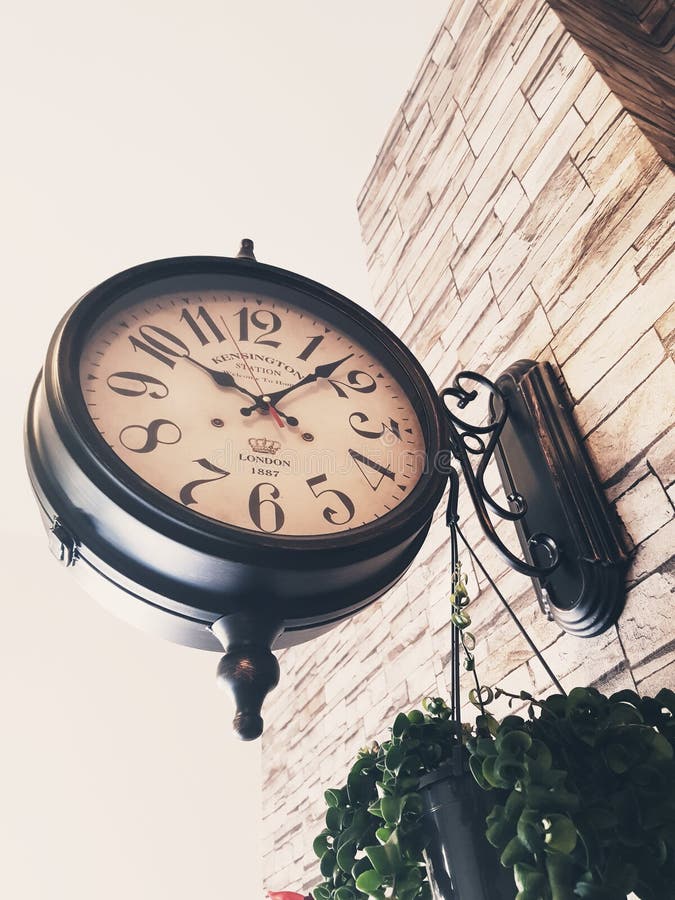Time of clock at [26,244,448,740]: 10:07
